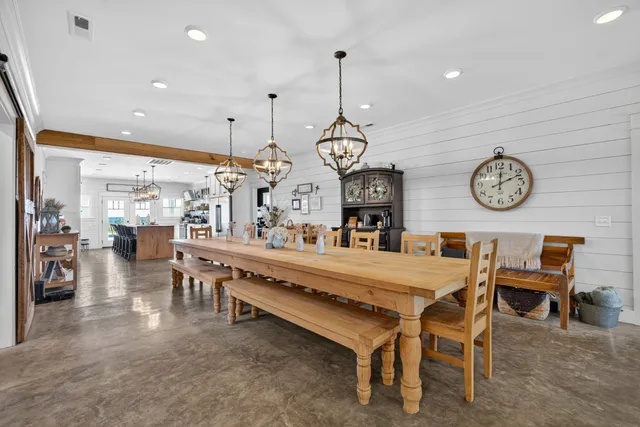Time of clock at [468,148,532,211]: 12:11
